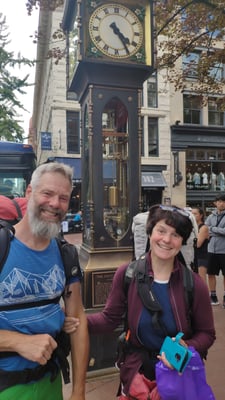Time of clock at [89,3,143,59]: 4:24
